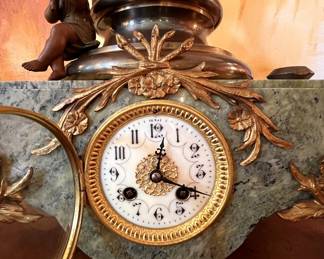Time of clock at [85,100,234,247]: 12:19
